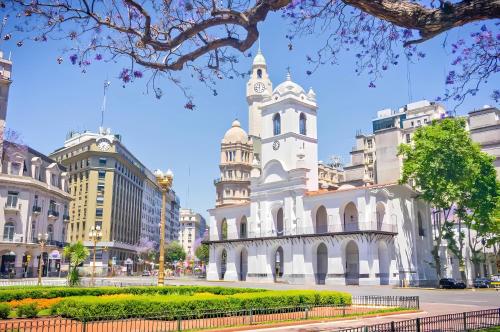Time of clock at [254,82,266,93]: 11:46
